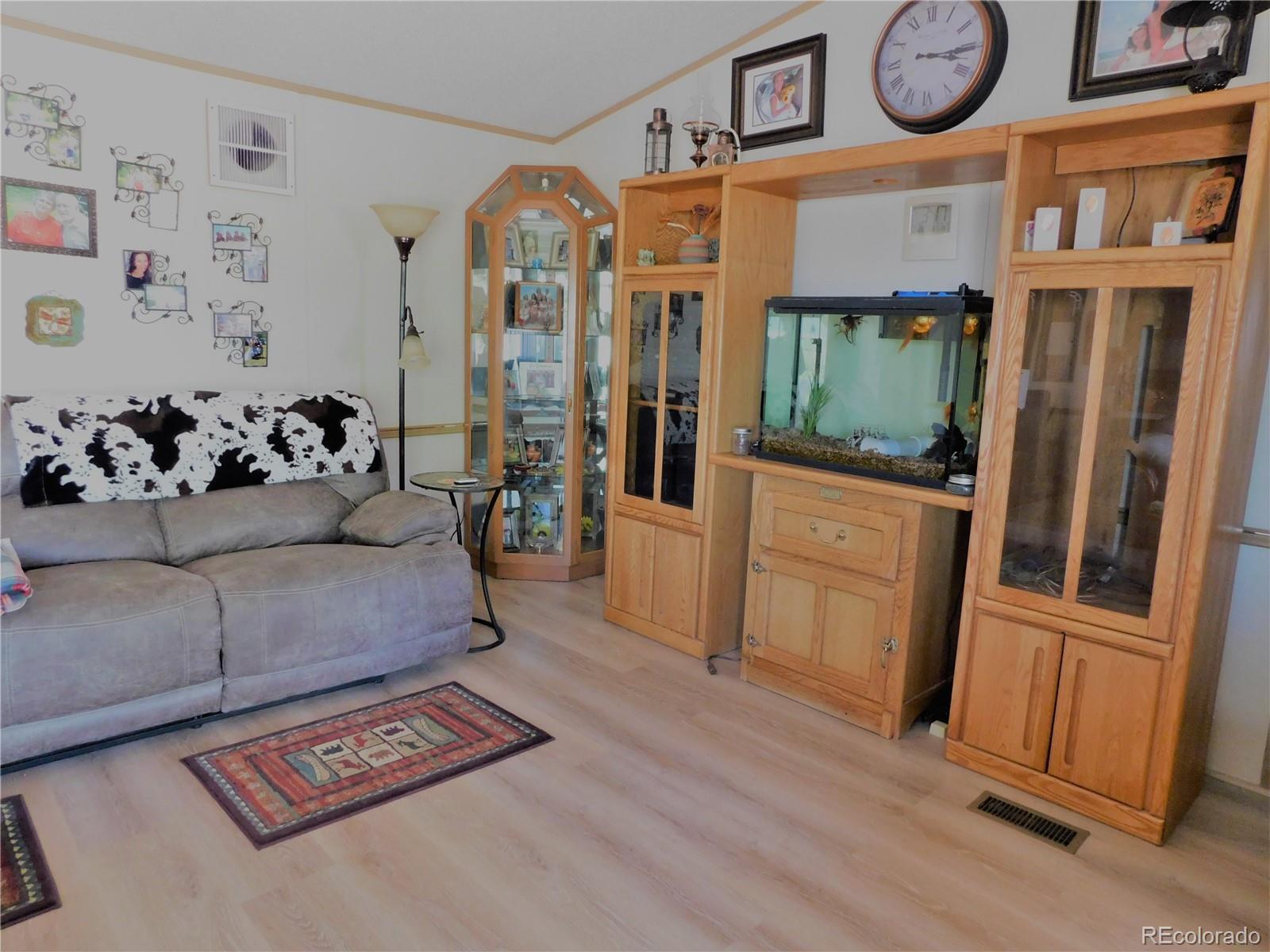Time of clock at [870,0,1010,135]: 3:14
